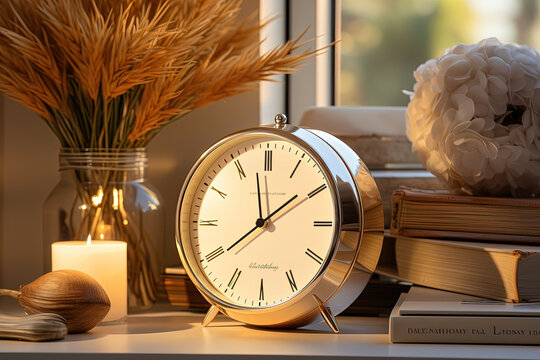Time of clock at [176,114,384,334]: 11:39
